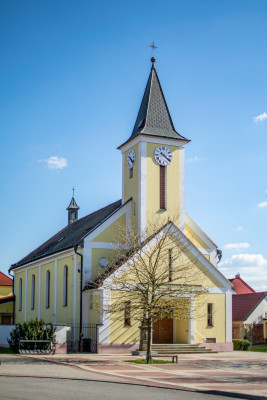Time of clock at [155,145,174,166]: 10:21
